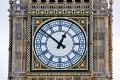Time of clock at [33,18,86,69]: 12:51
